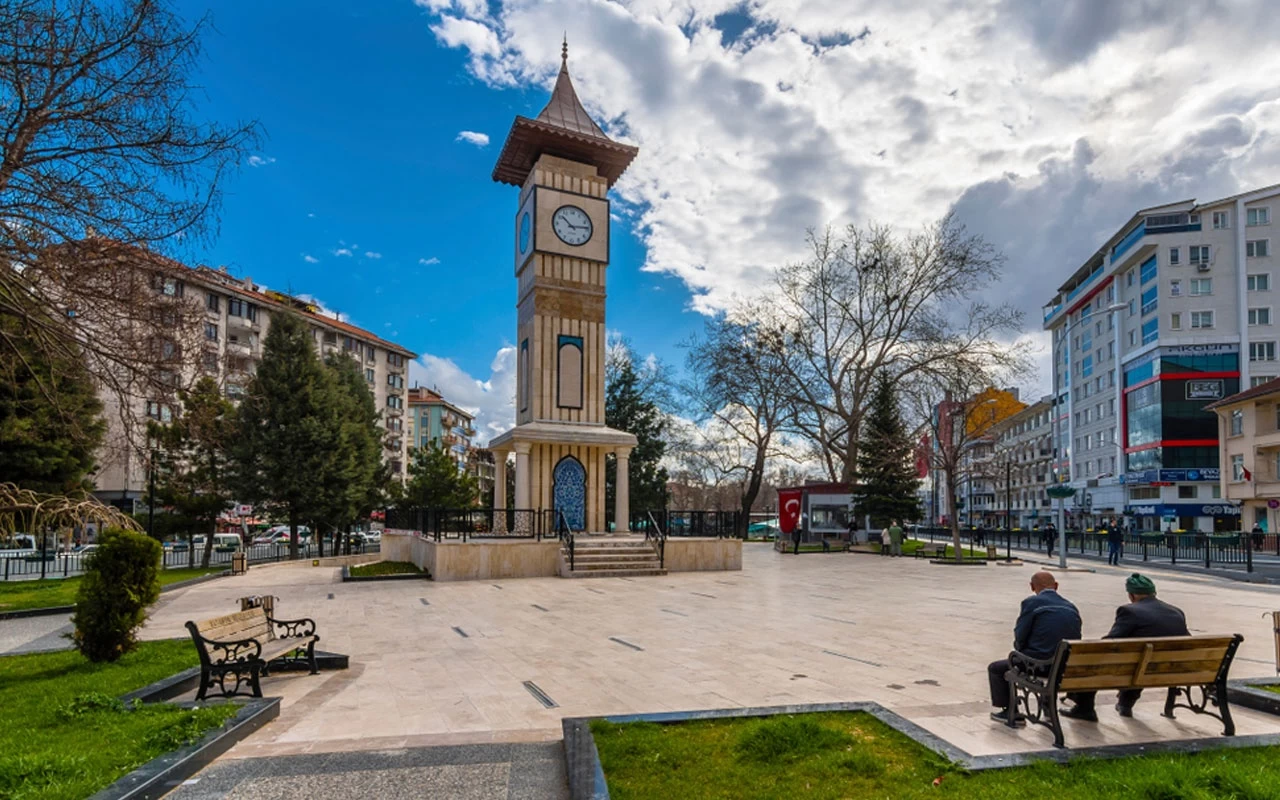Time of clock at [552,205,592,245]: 10:13
